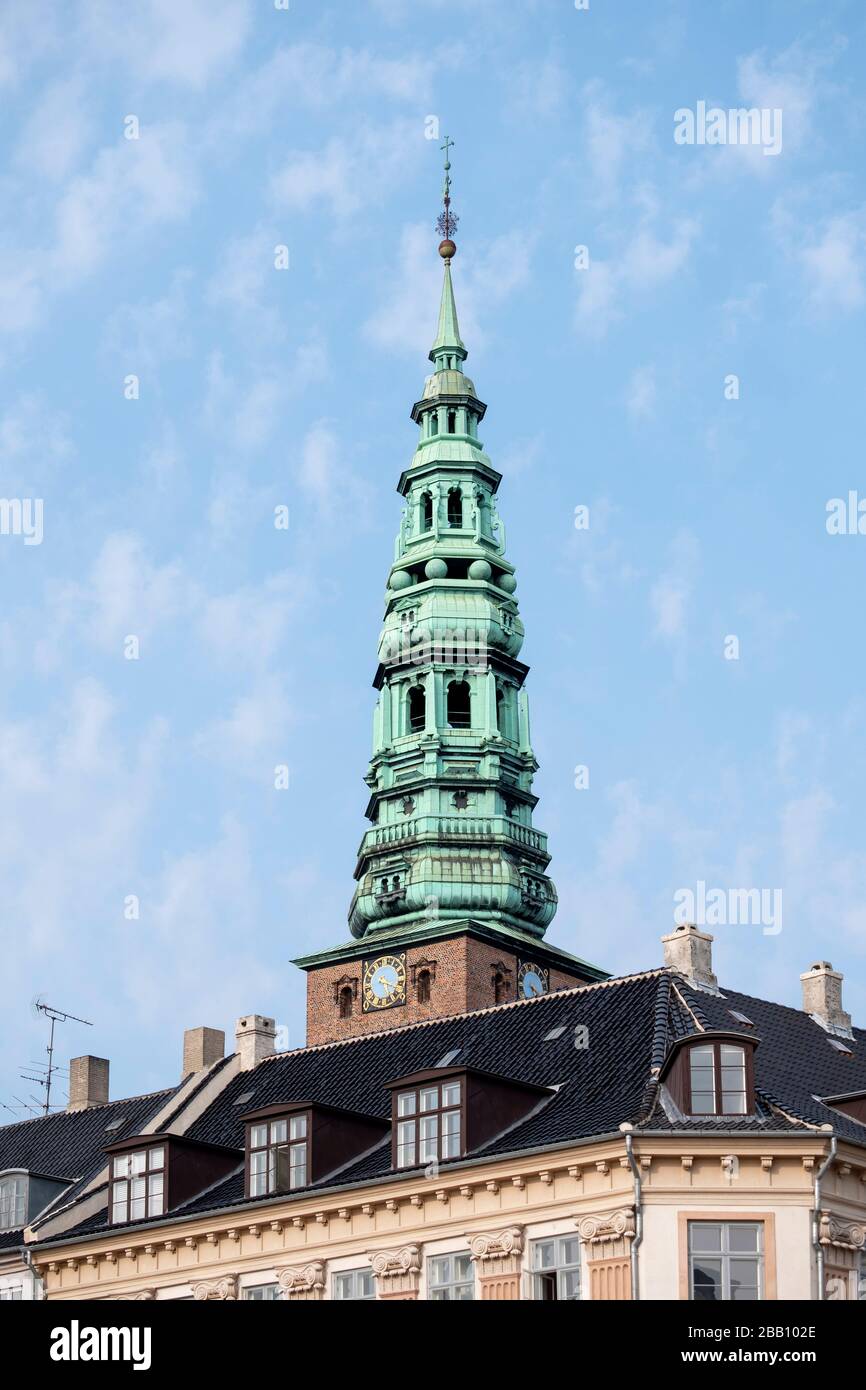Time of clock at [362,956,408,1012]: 5:18
